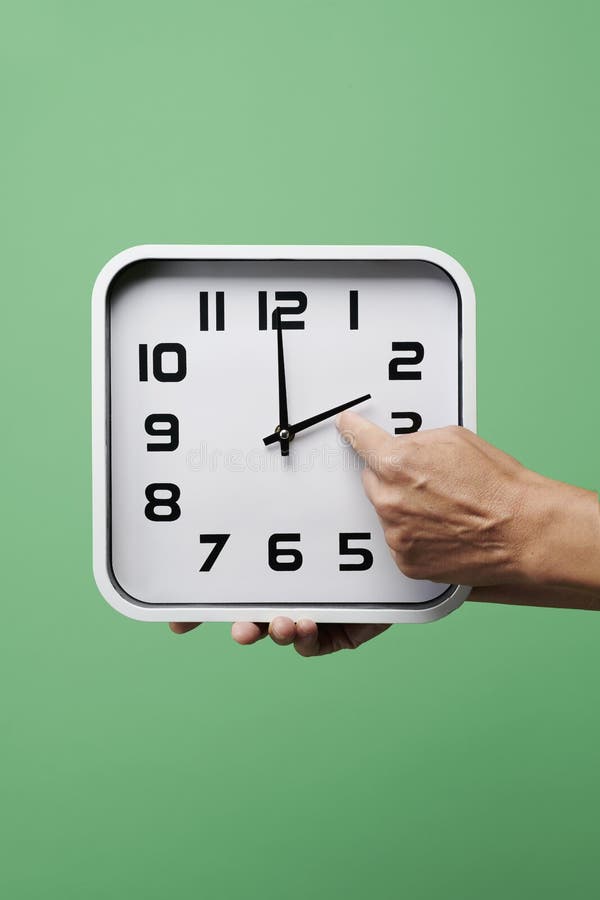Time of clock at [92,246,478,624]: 2:00
